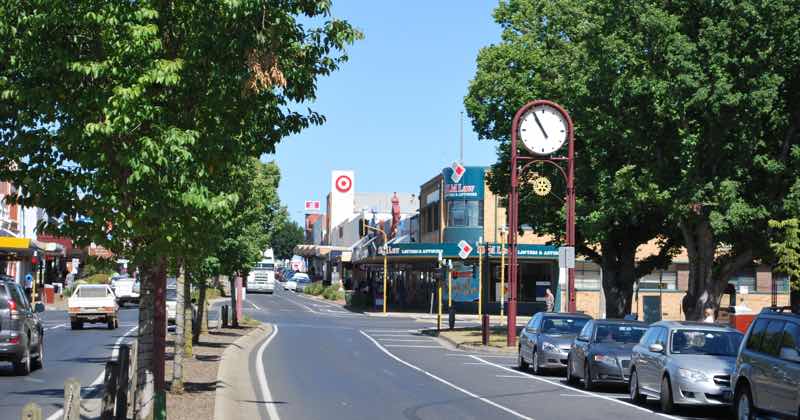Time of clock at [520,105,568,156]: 10:55
